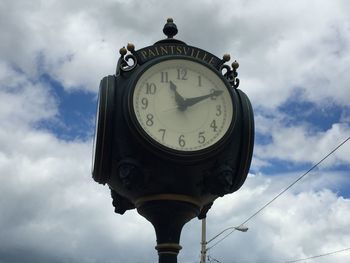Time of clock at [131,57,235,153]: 11:10
